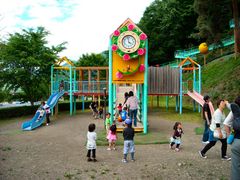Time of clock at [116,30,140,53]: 3:58
